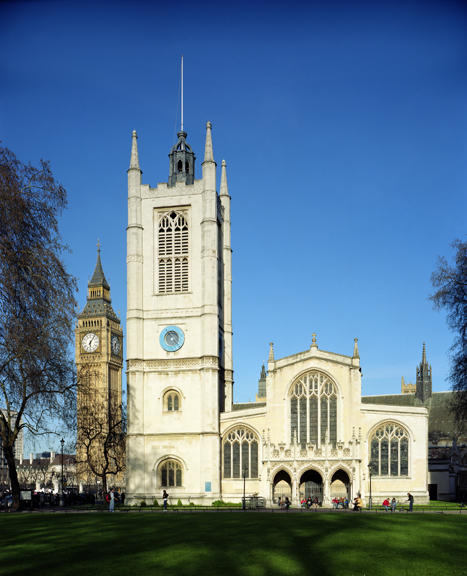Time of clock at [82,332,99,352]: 6:06
